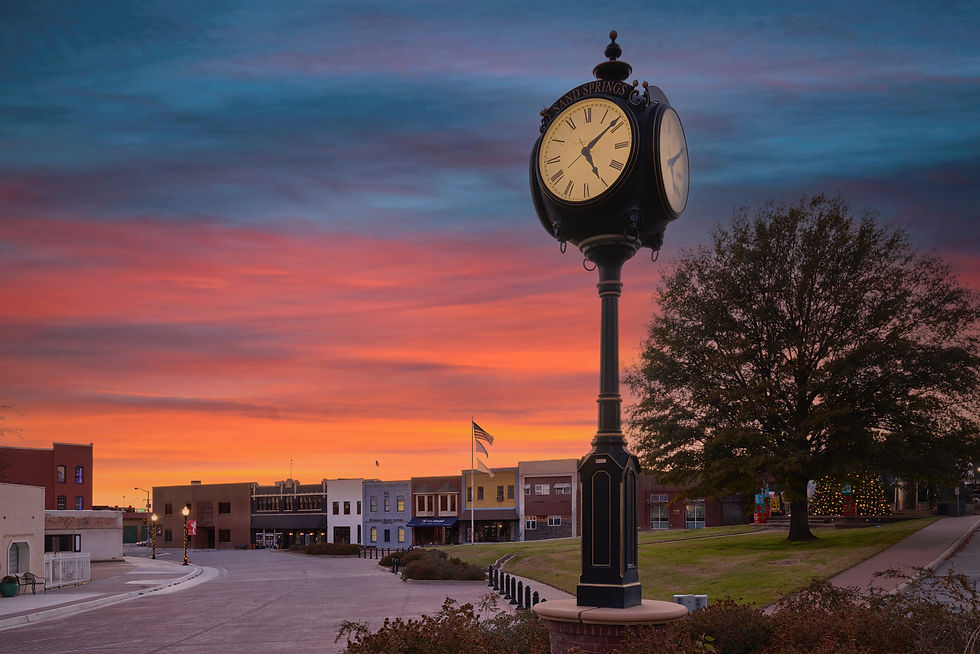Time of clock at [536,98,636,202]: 5:08
